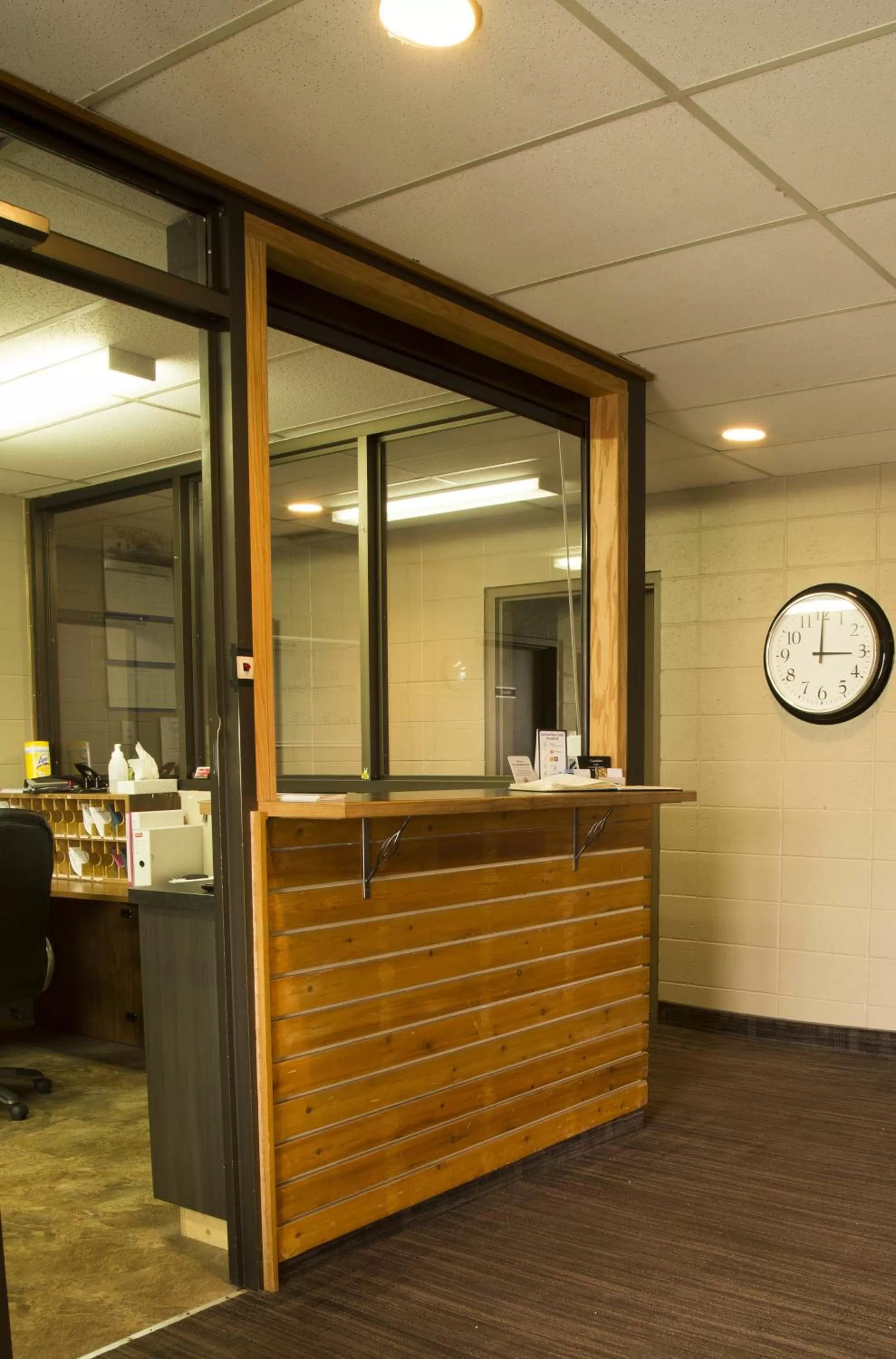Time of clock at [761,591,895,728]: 3:00
